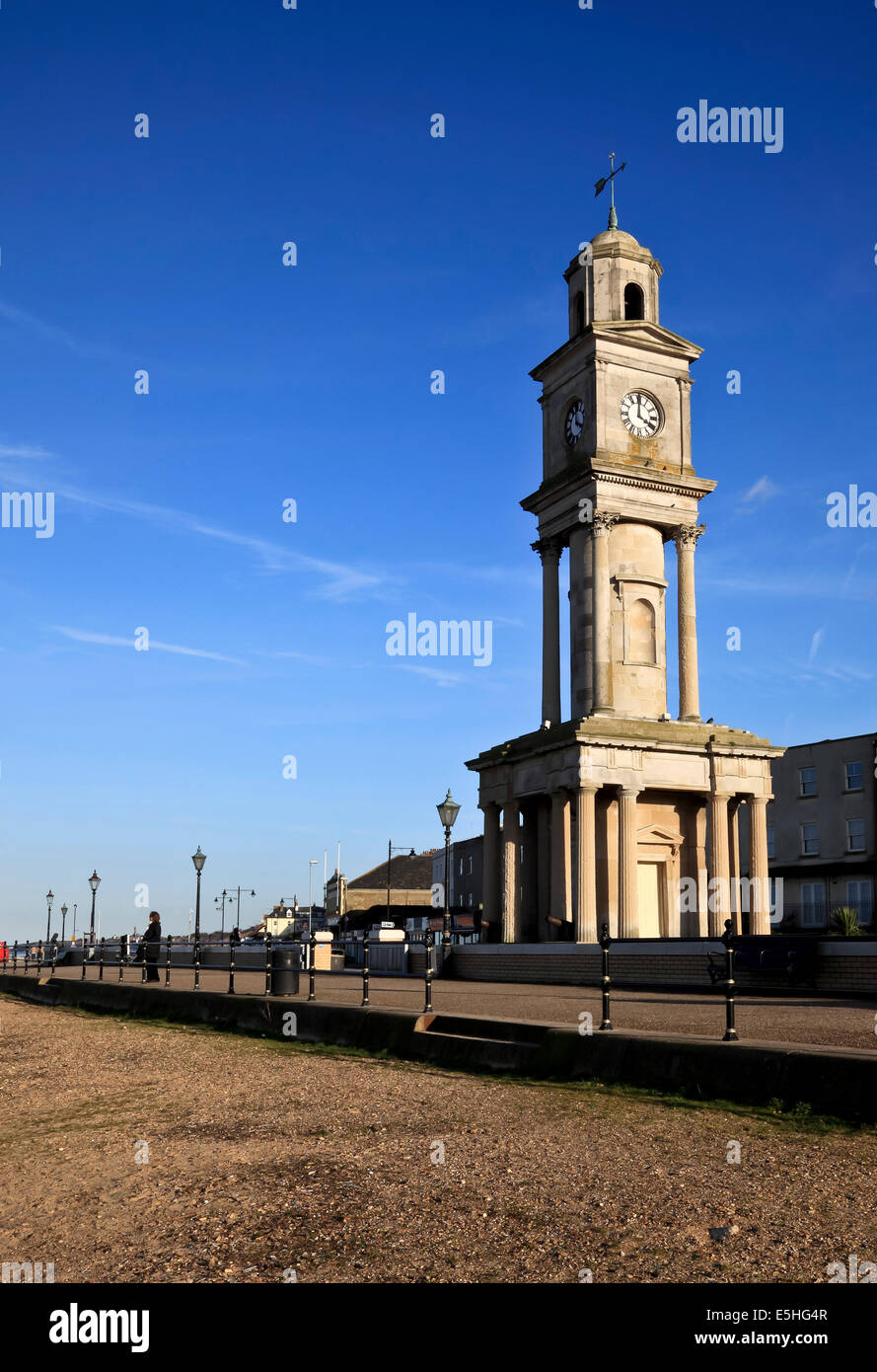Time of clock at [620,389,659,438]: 4:00
